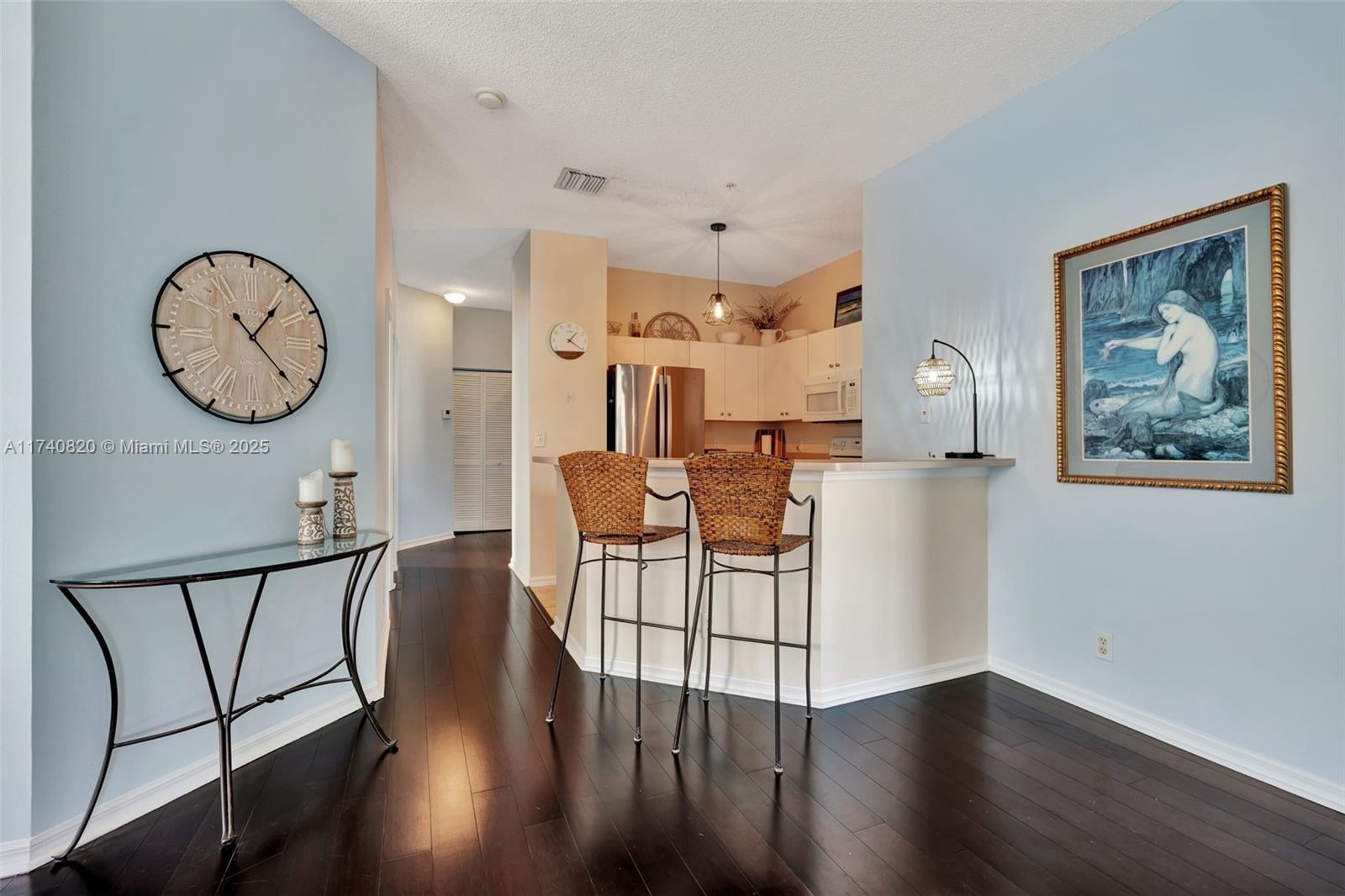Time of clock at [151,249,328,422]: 1:22
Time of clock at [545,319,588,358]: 1:20
